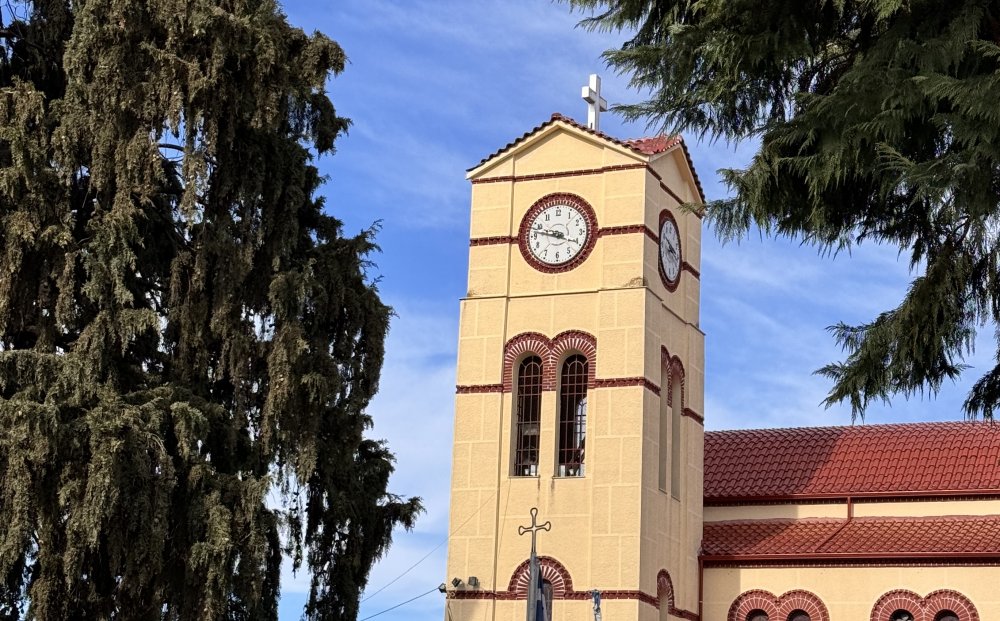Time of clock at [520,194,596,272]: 3:47
